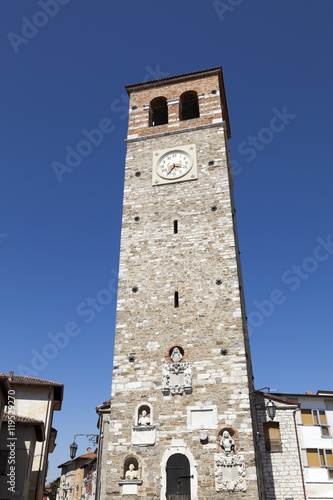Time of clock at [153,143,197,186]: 3:35
